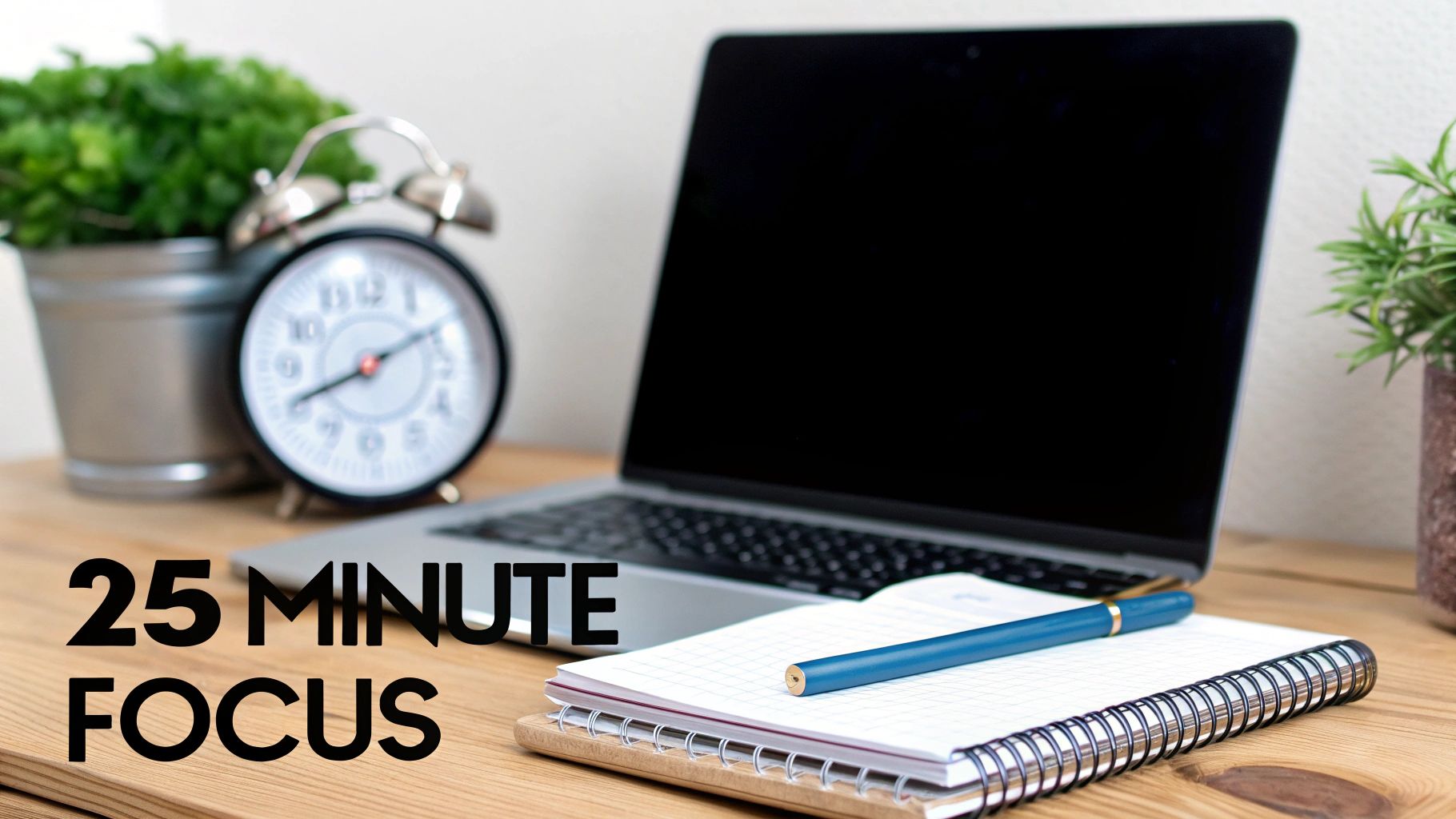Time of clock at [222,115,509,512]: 8:10
